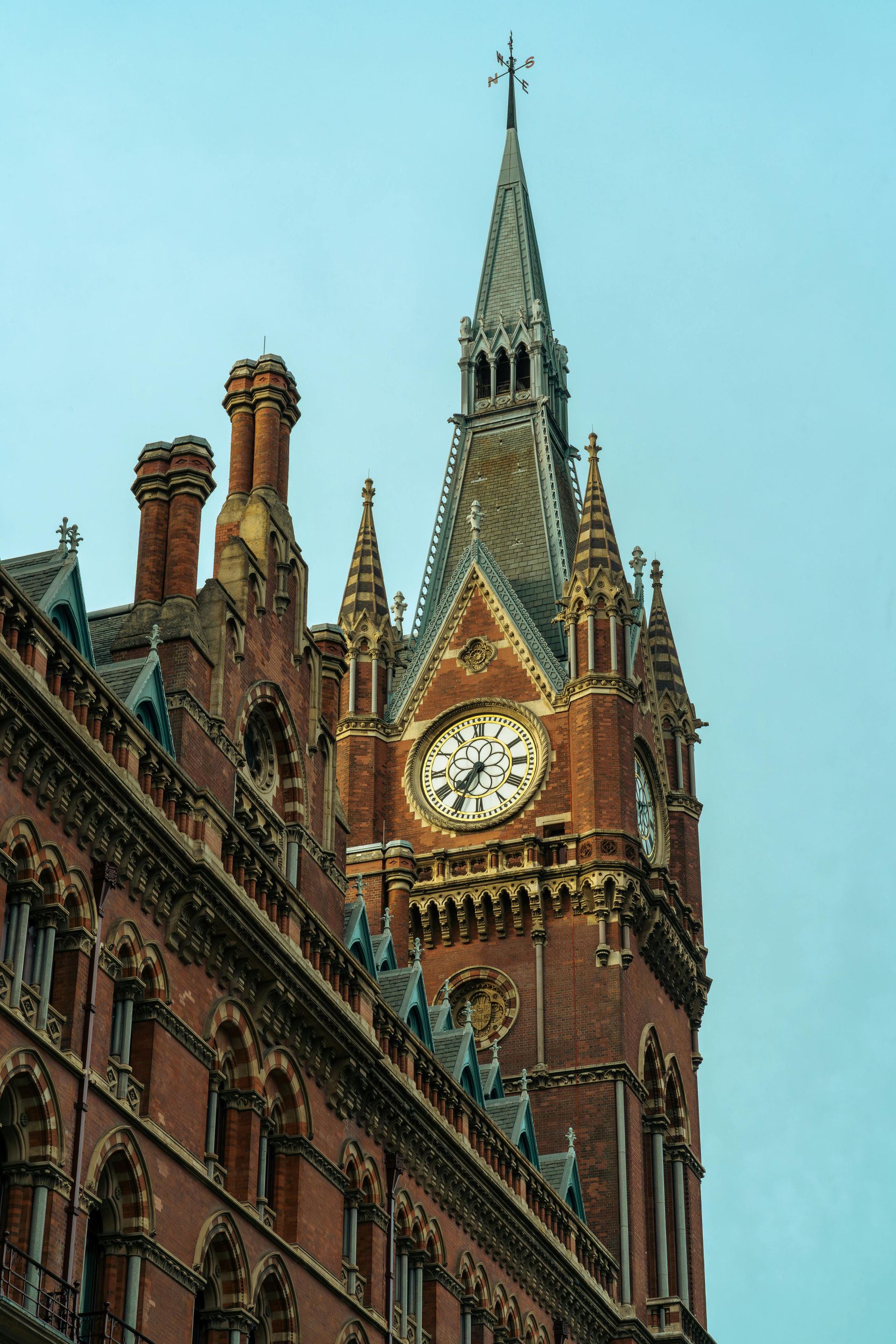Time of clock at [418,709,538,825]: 7:34
